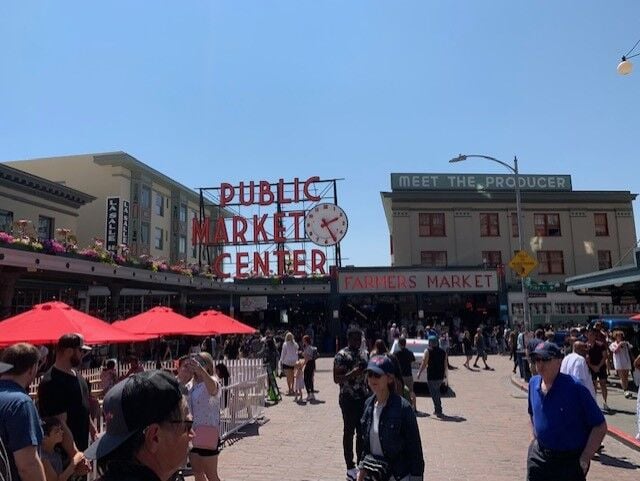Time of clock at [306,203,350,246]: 2:25
